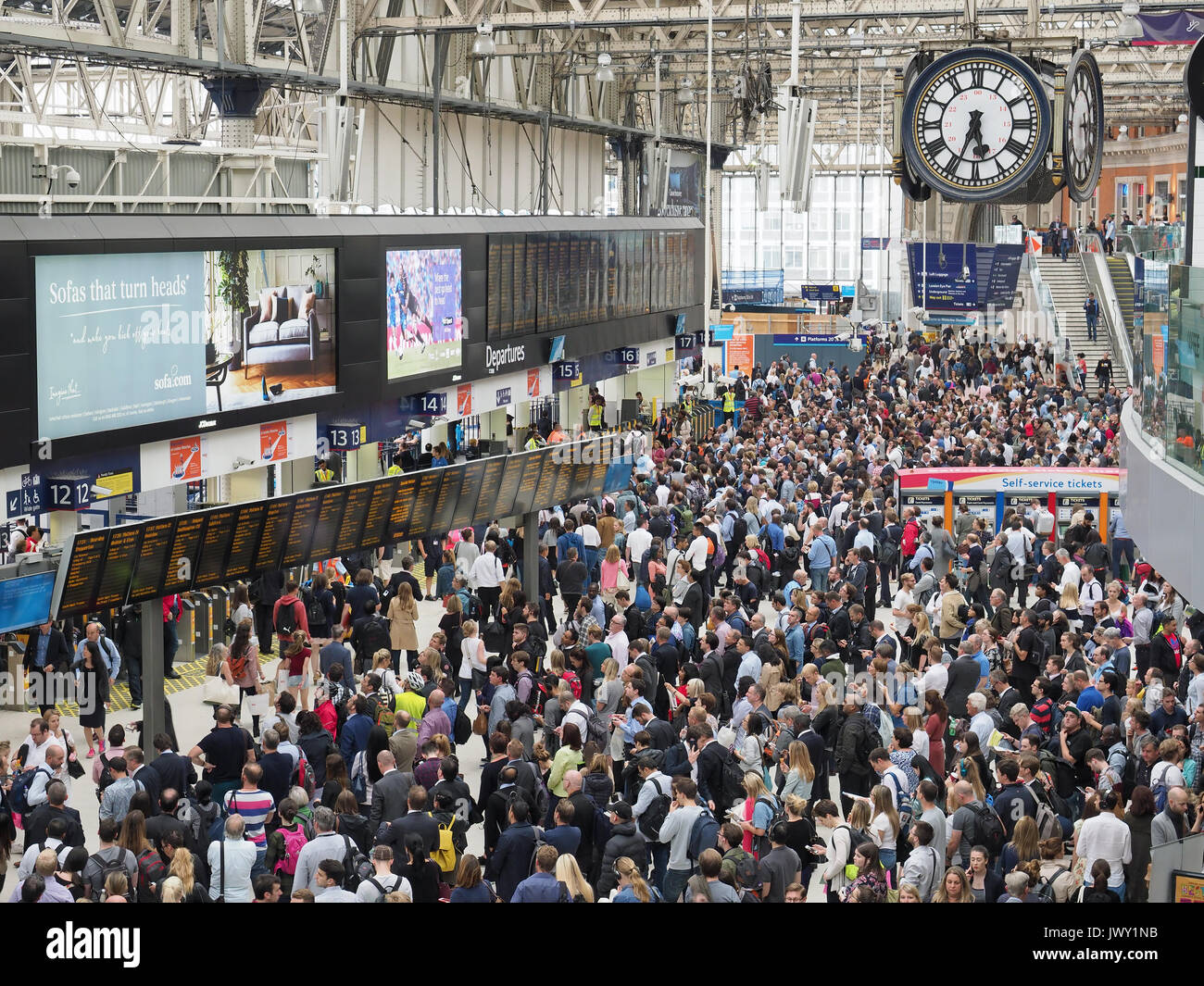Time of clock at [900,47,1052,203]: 5:33
